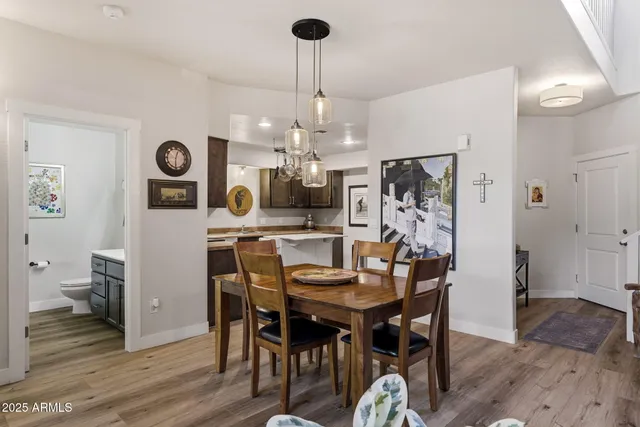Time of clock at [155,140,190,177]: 12:30
